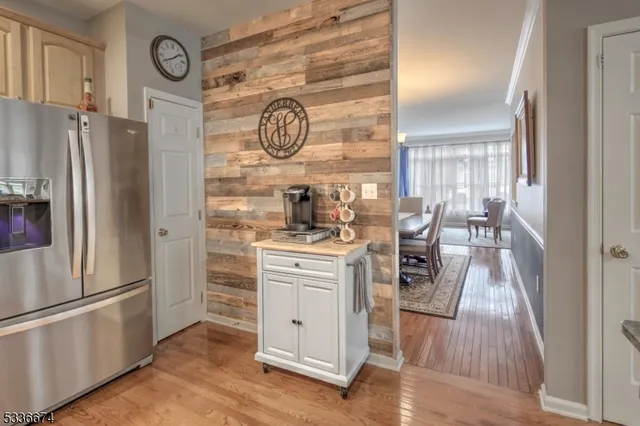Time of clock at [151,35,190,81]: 1:41
